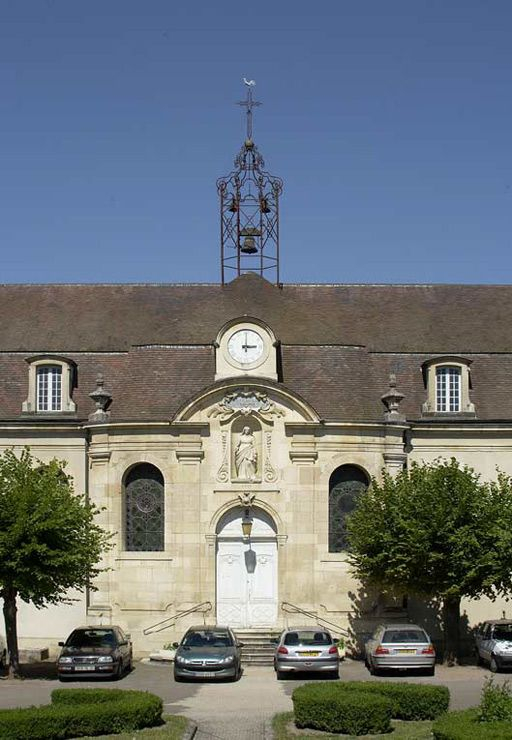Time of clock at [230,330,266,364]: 3:00
